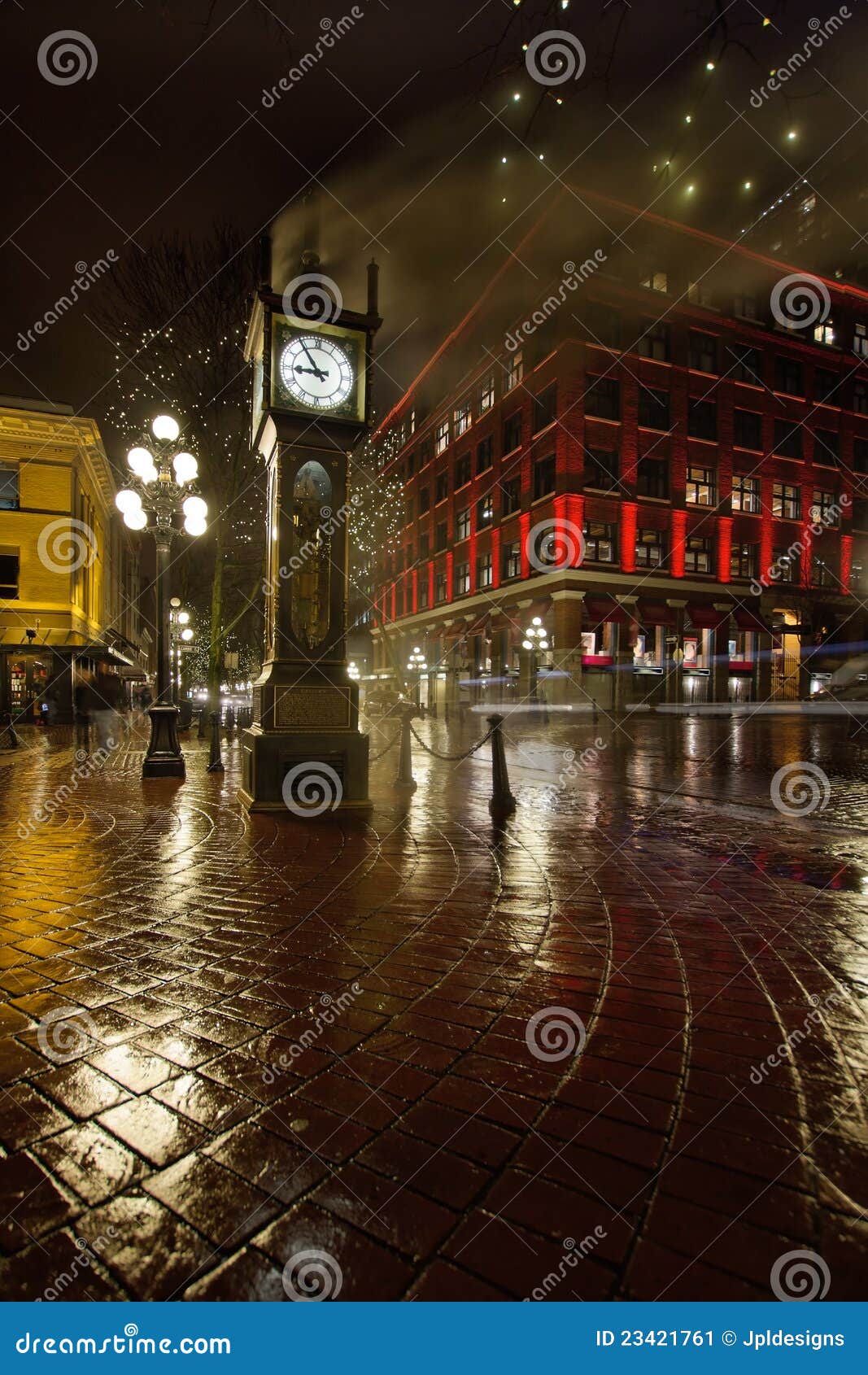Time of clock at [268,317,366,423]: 8:54
